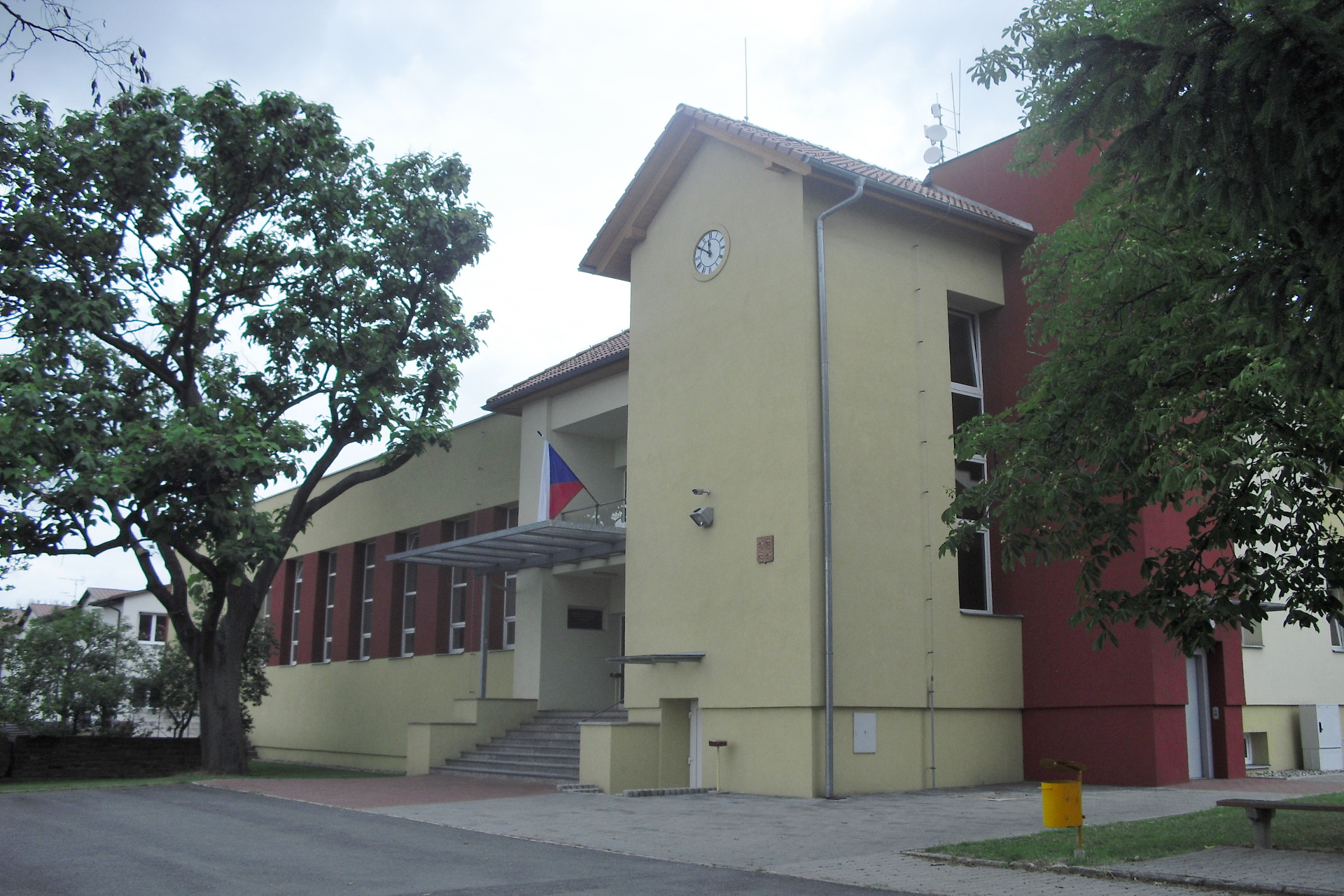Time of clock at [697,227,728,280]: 11:50
